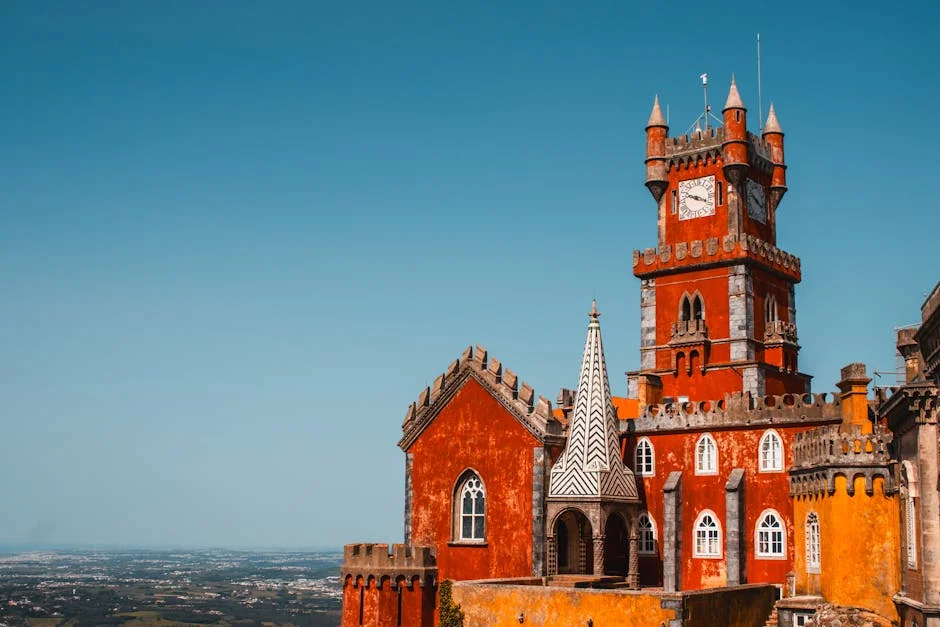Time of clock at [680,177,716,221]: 3:48
